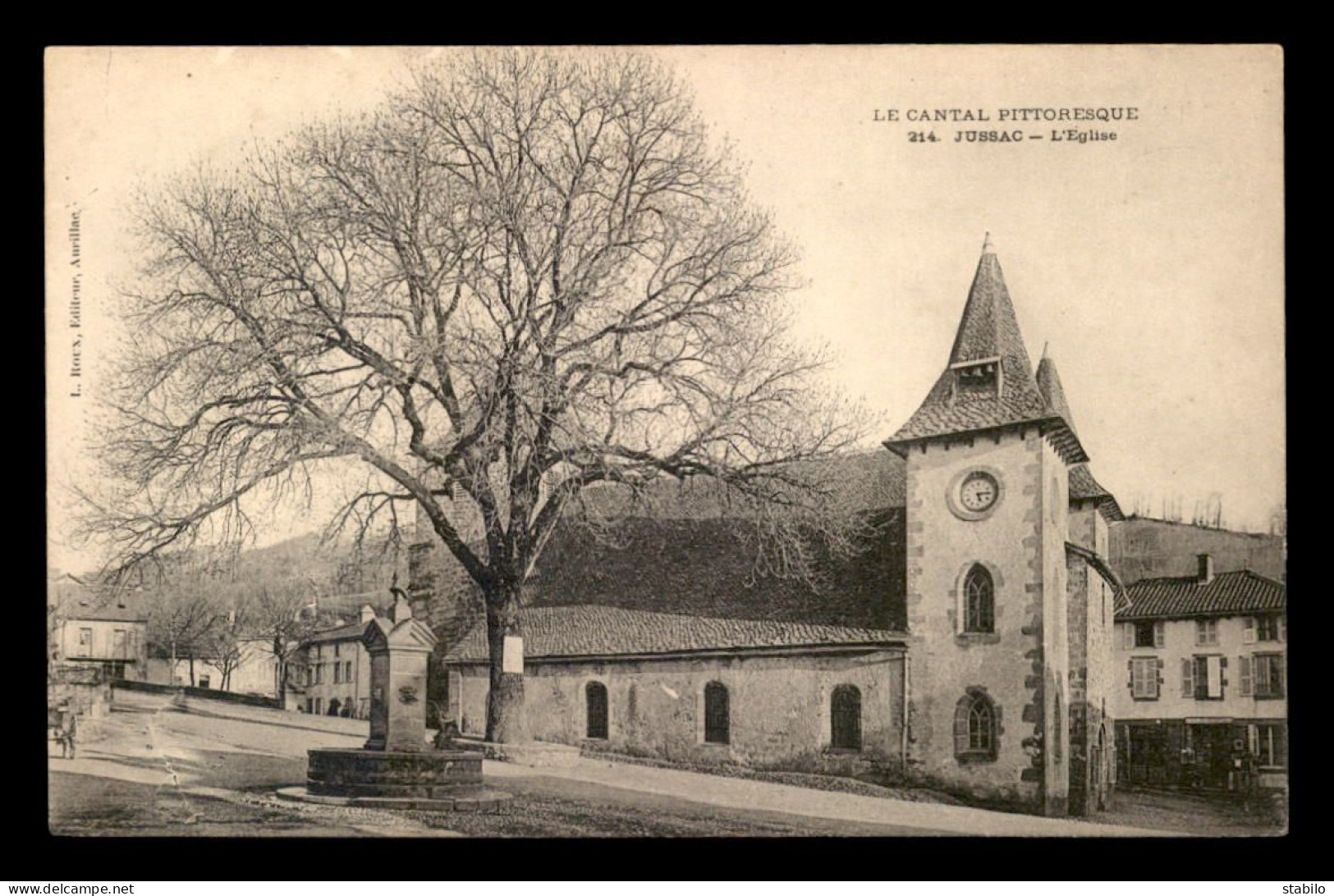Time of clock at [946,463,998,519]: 5:14
